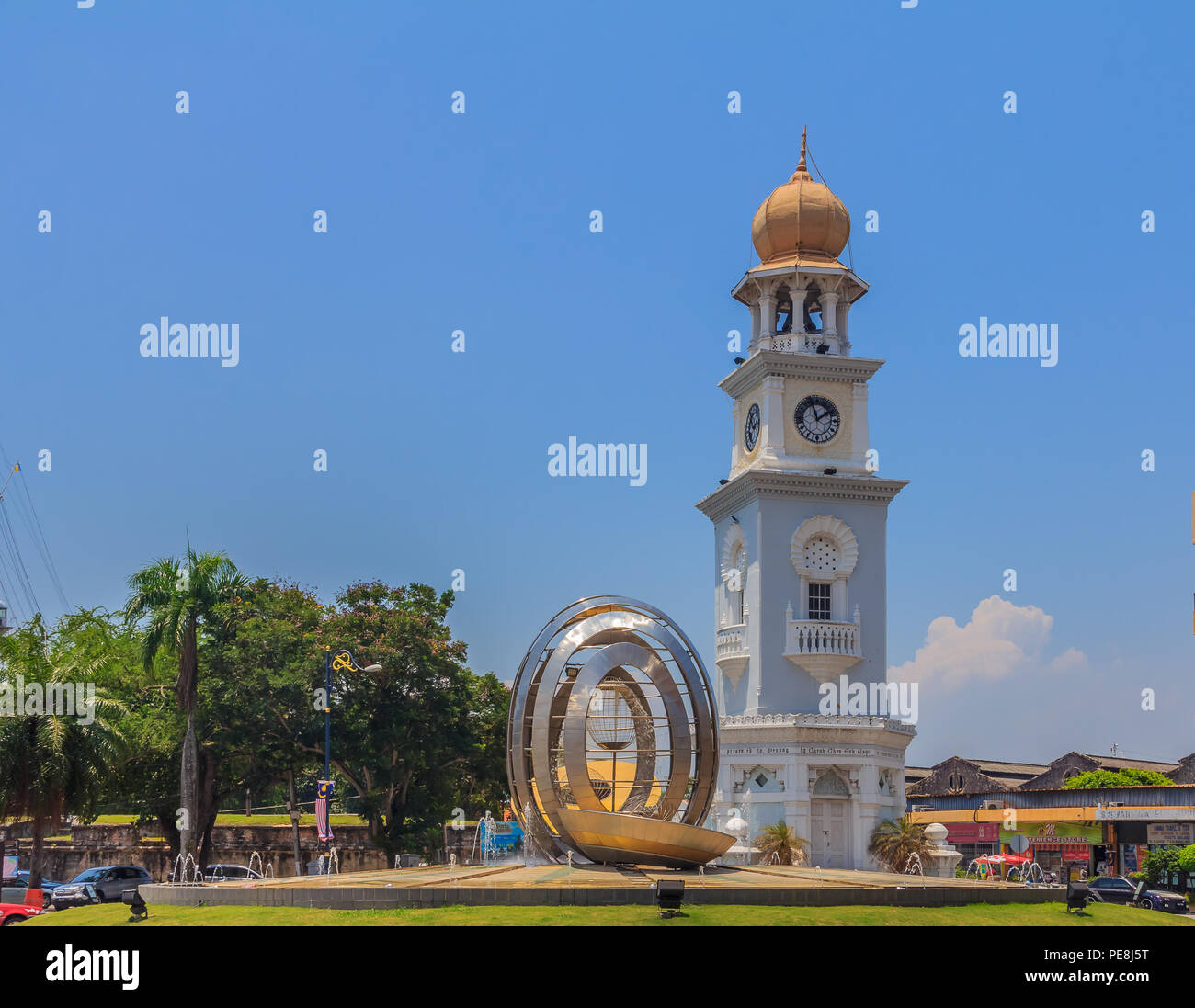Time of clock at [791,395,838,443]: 1:57
